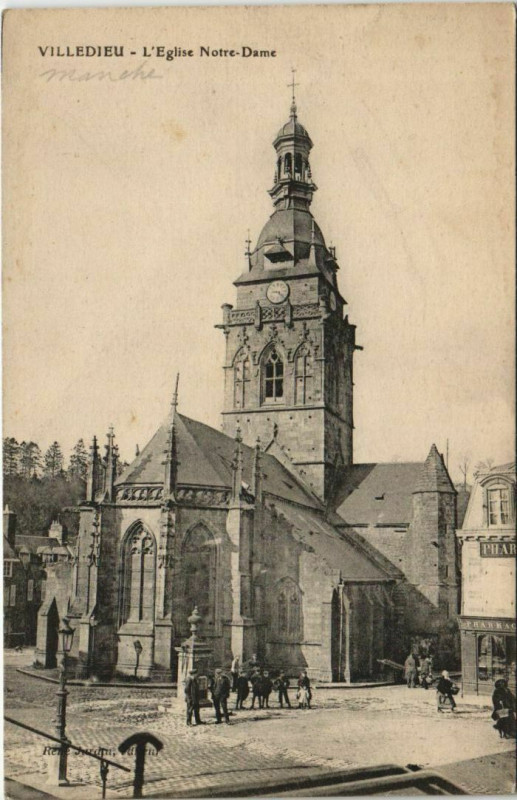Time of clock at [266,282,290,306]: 9:22
